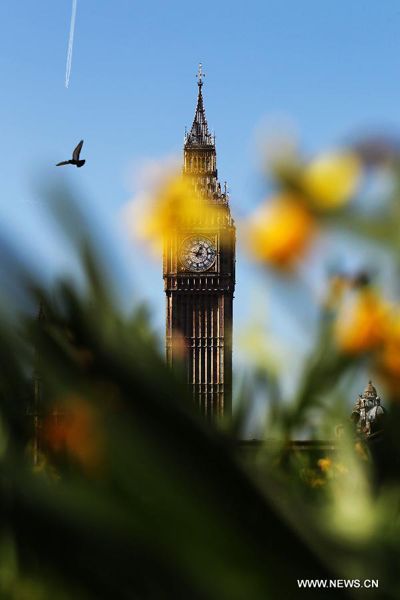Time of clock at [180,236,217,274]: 12:47
